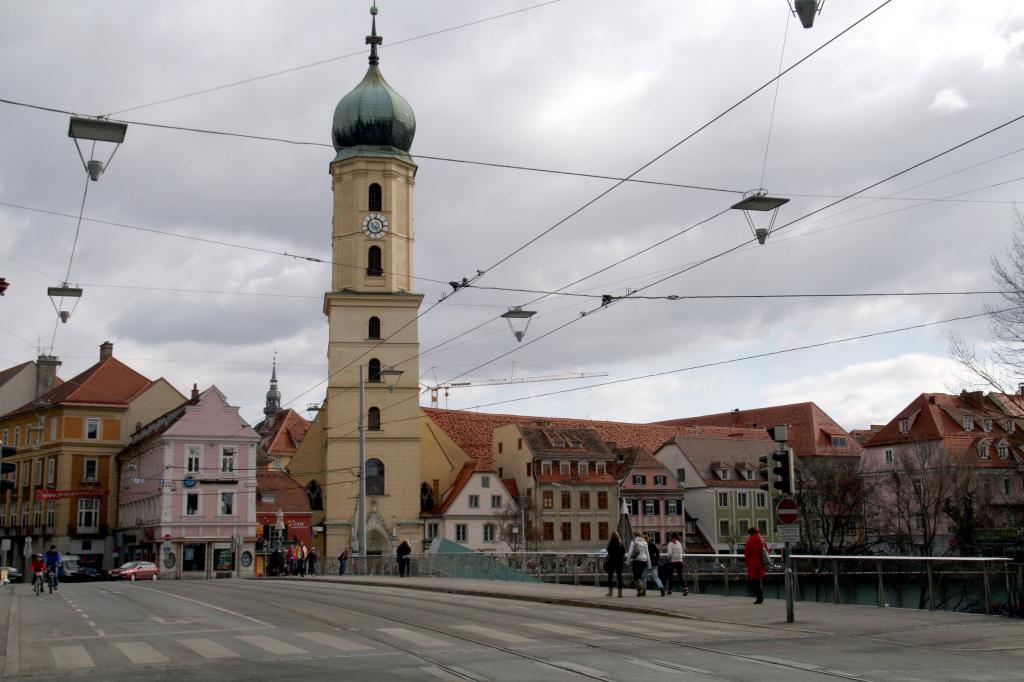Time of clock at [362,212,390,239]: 5:18
